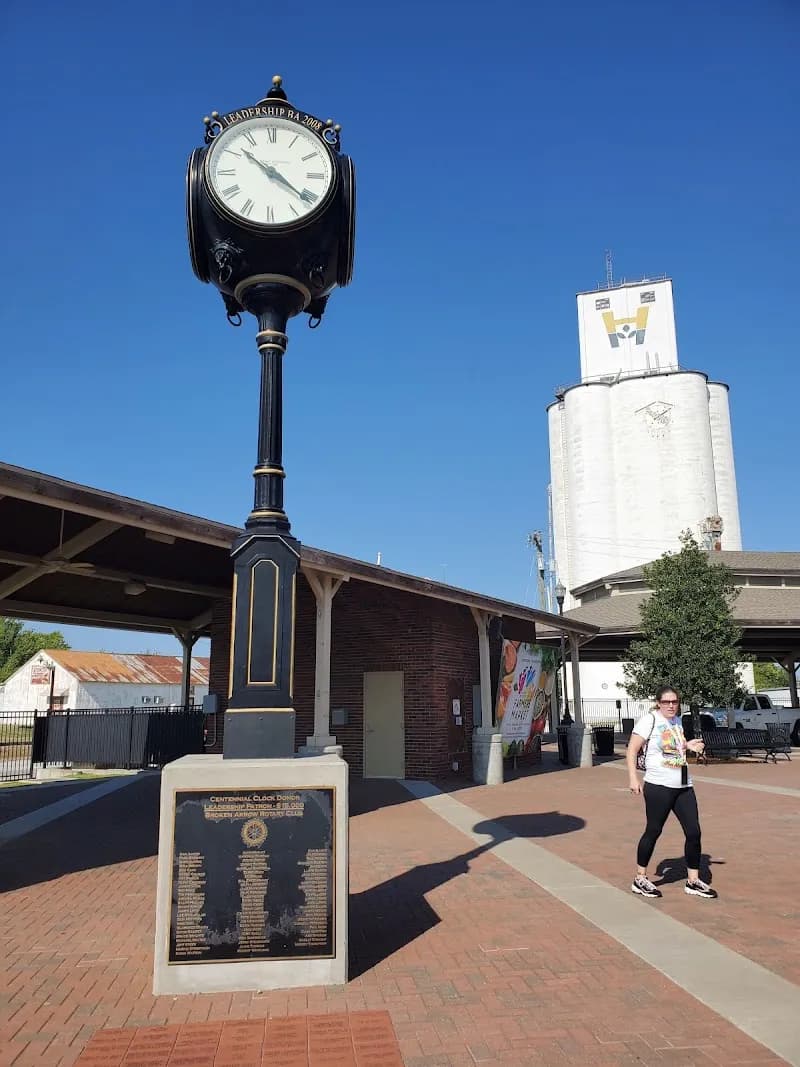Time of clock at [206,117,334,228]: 10:21
